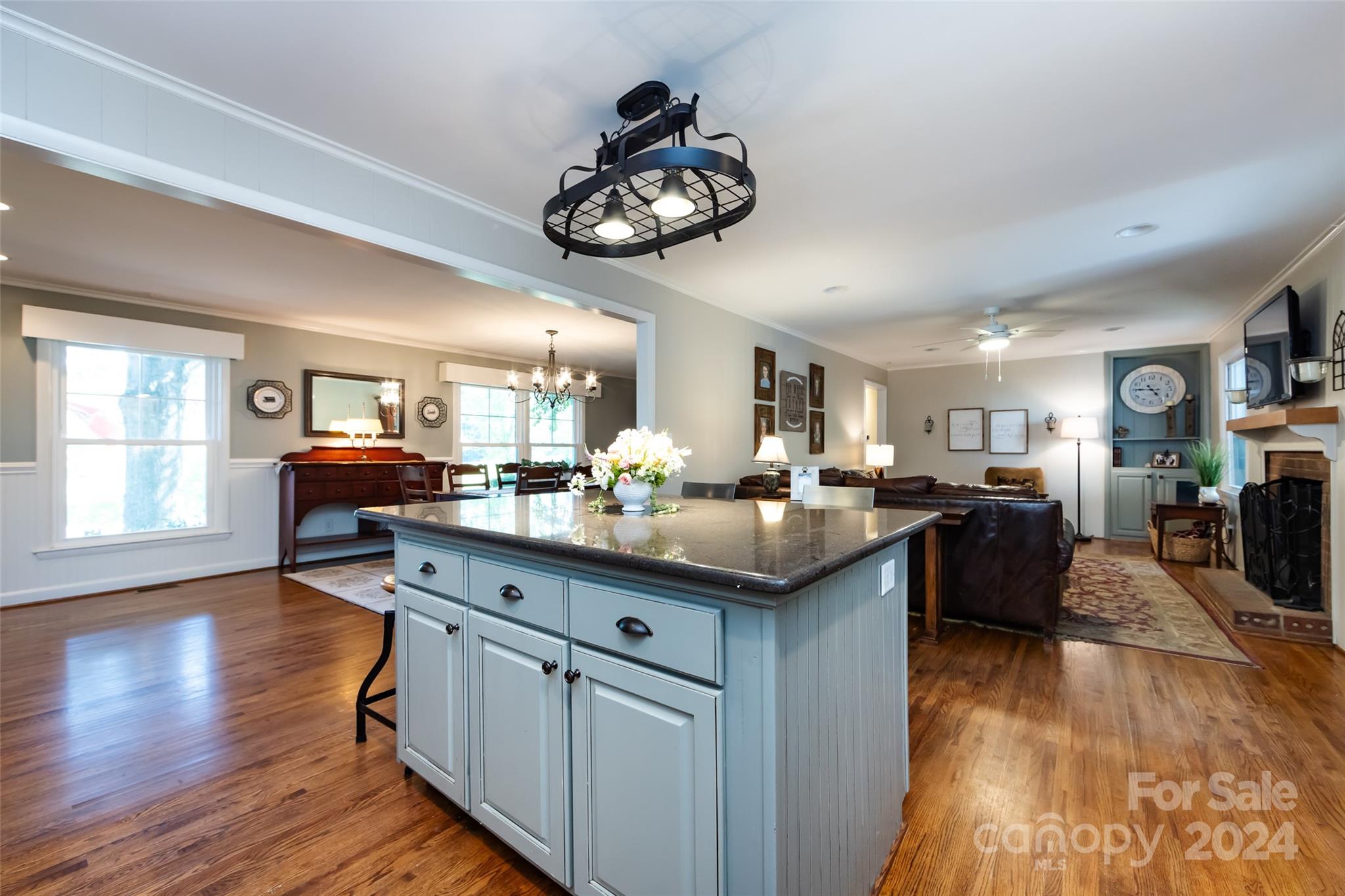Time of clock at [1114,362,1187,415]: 4:46
